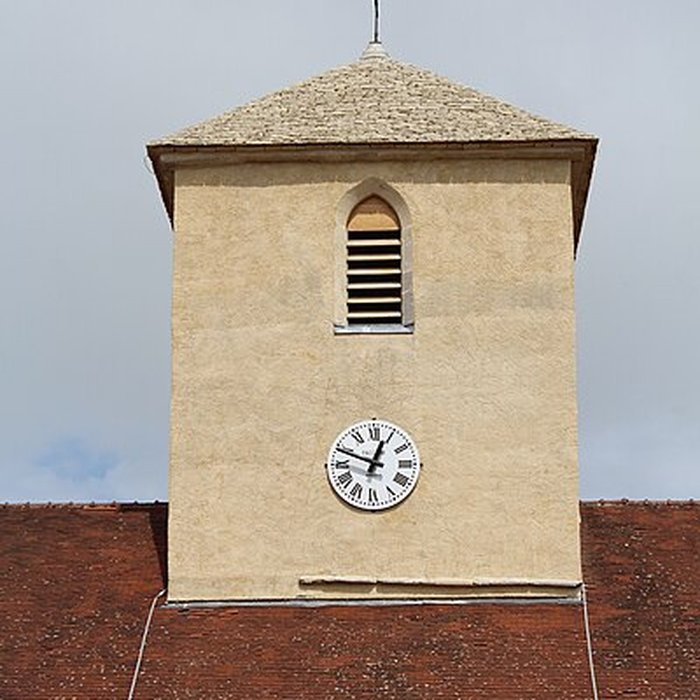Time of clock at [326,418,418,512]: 12:48
